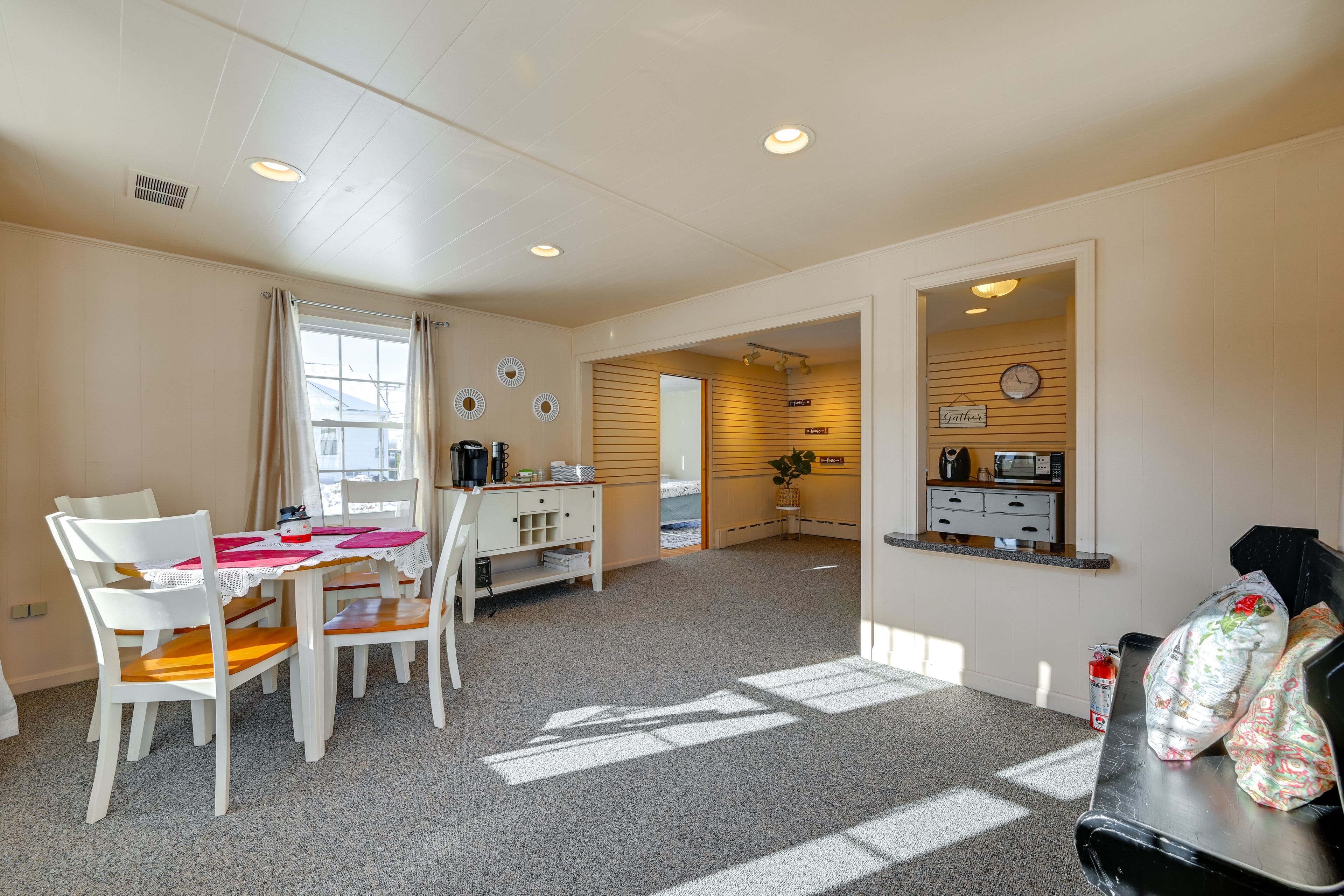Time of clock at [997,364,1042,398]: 11:18
